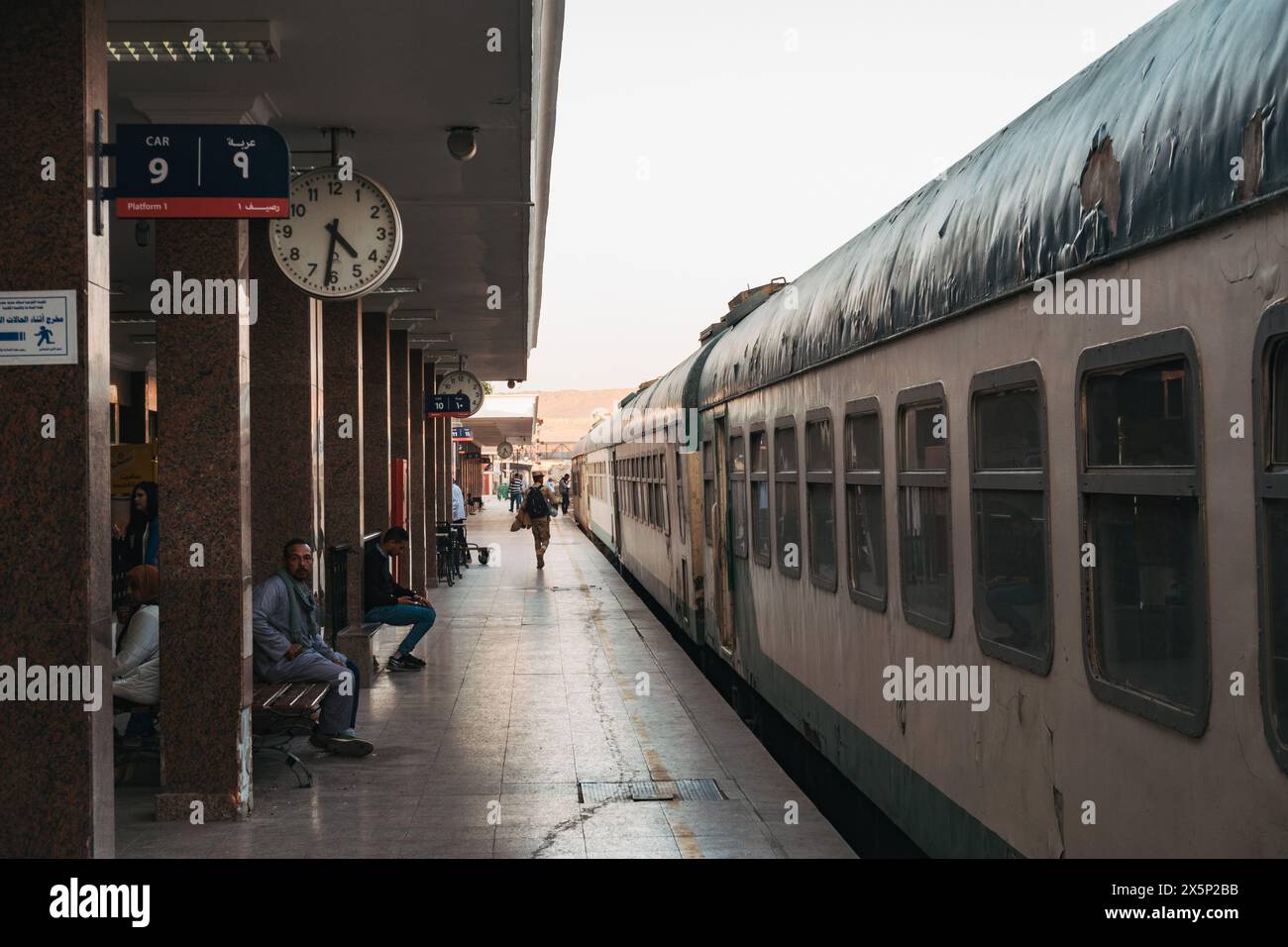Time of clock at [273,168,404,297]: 4:31
